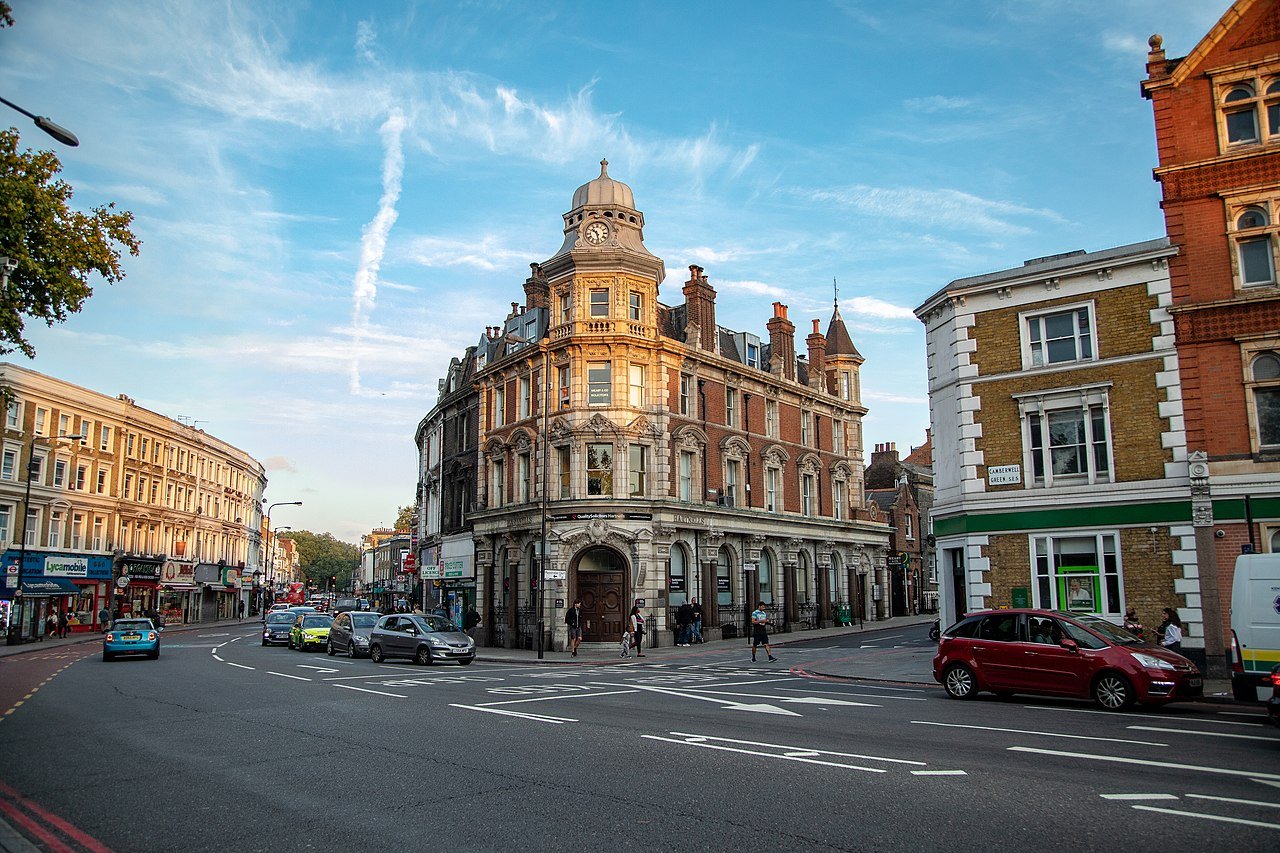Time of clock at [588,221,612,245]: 10:28
